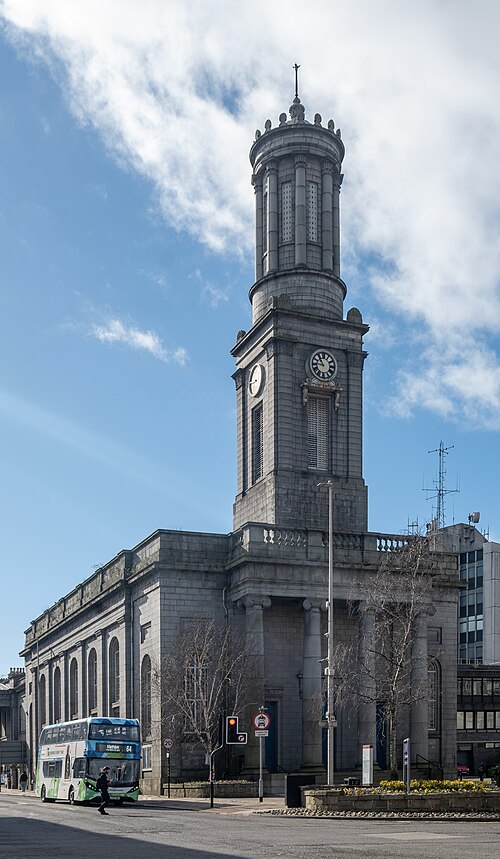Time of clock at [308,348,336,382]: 10:46
